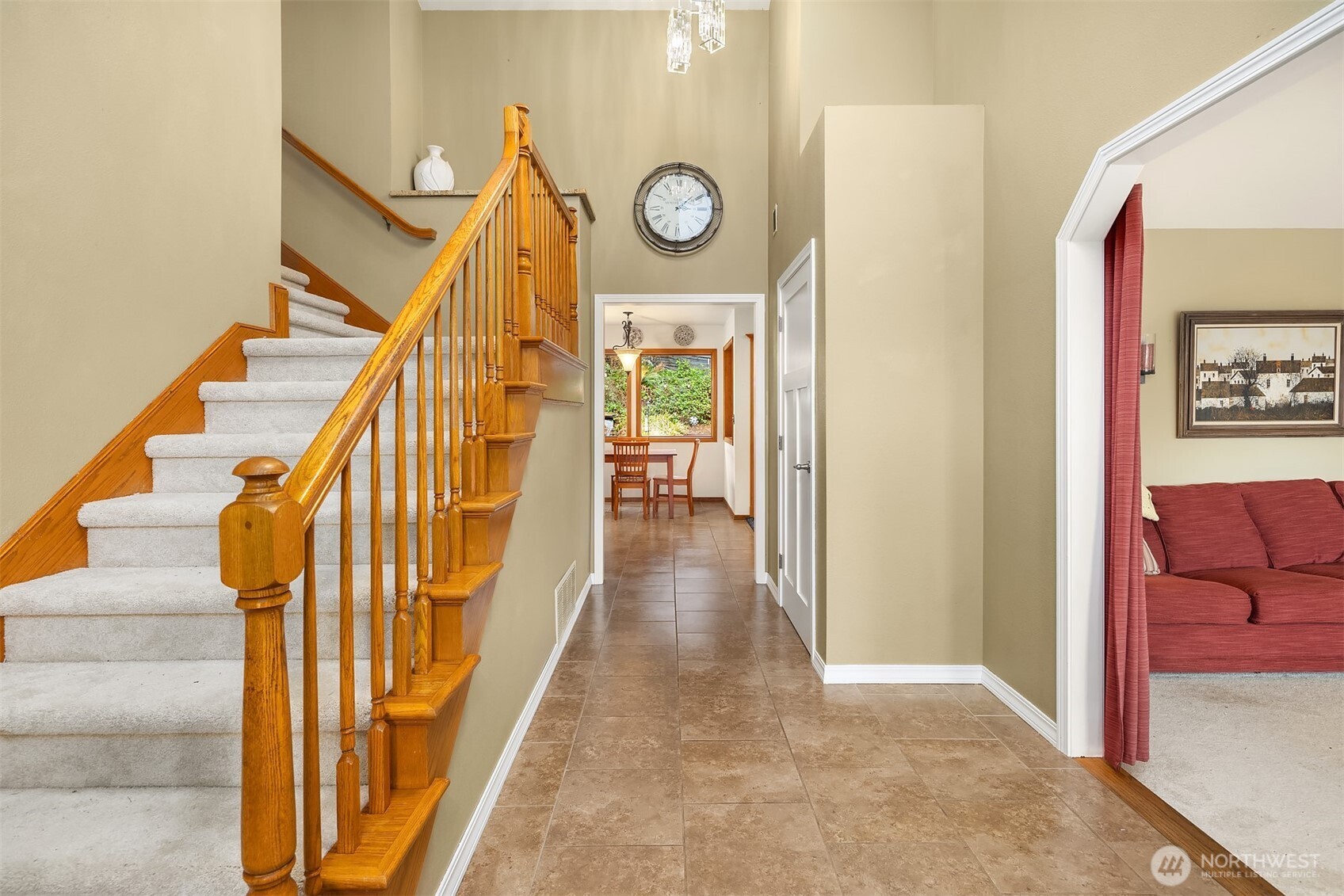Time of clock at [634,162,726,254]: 1:28
